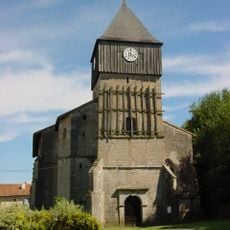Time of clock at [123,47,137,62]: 4:01
